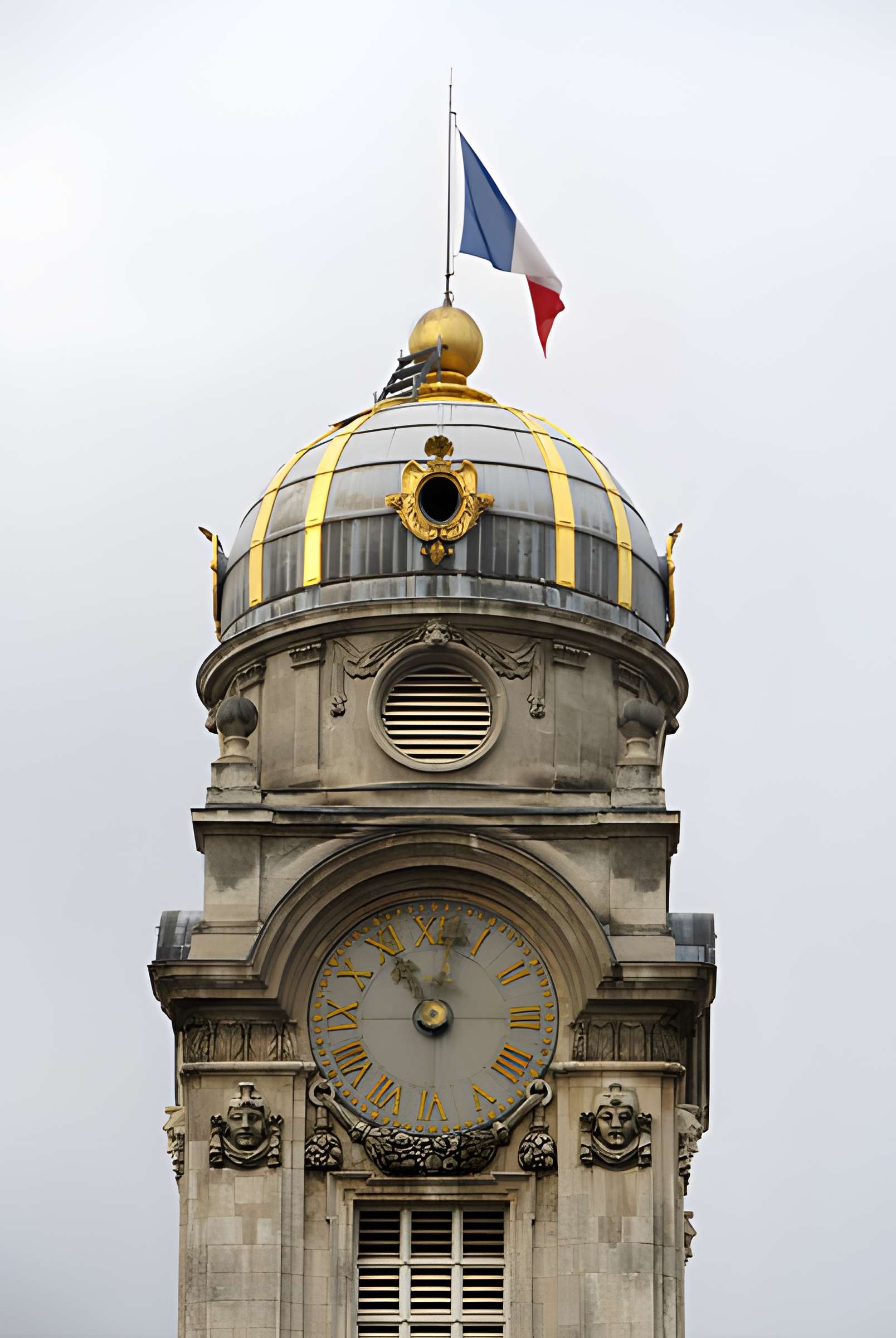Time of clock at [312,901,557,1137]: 11:02
